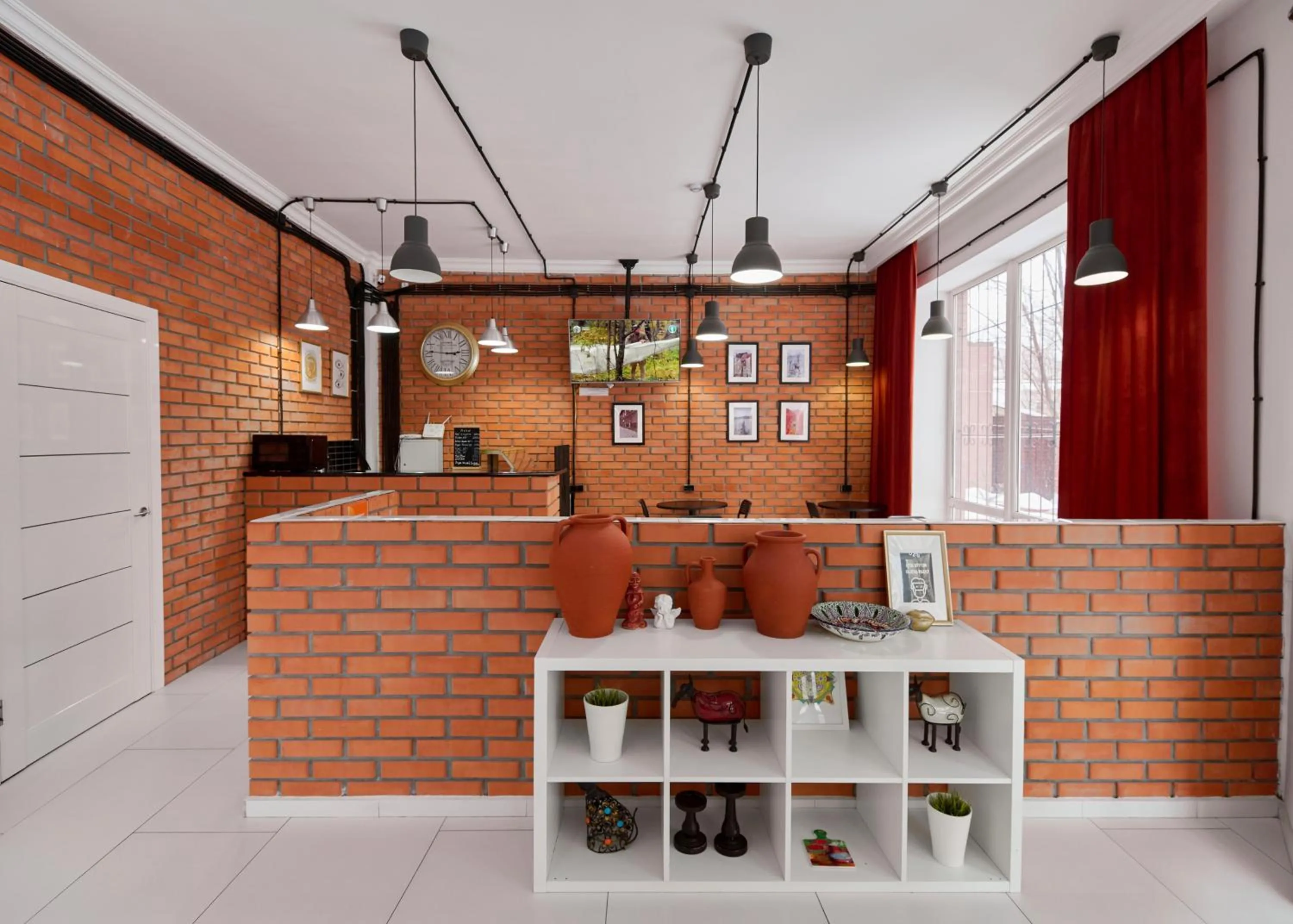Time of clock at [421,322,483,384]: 2:46
